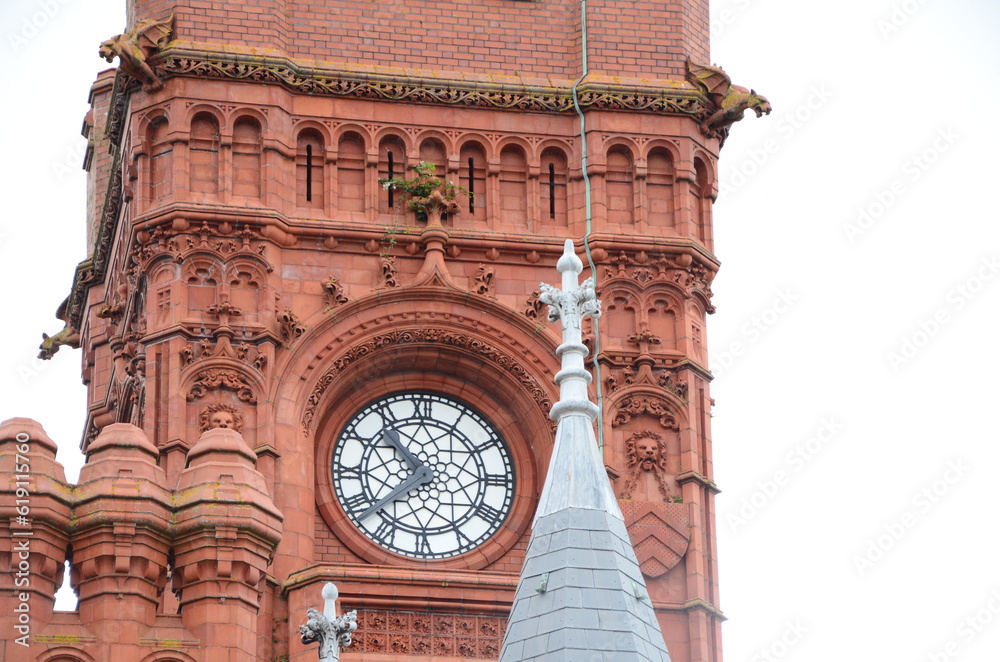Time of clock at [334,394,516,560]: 10:38
